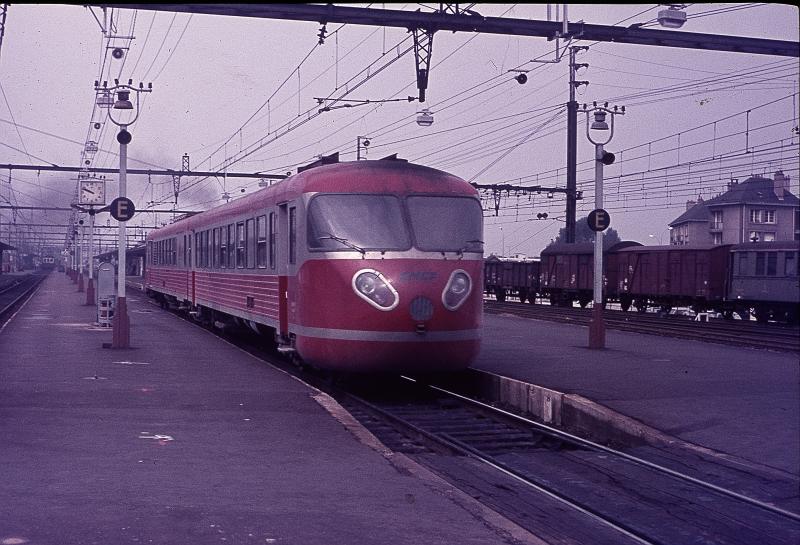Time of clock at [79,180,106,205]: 9:48
